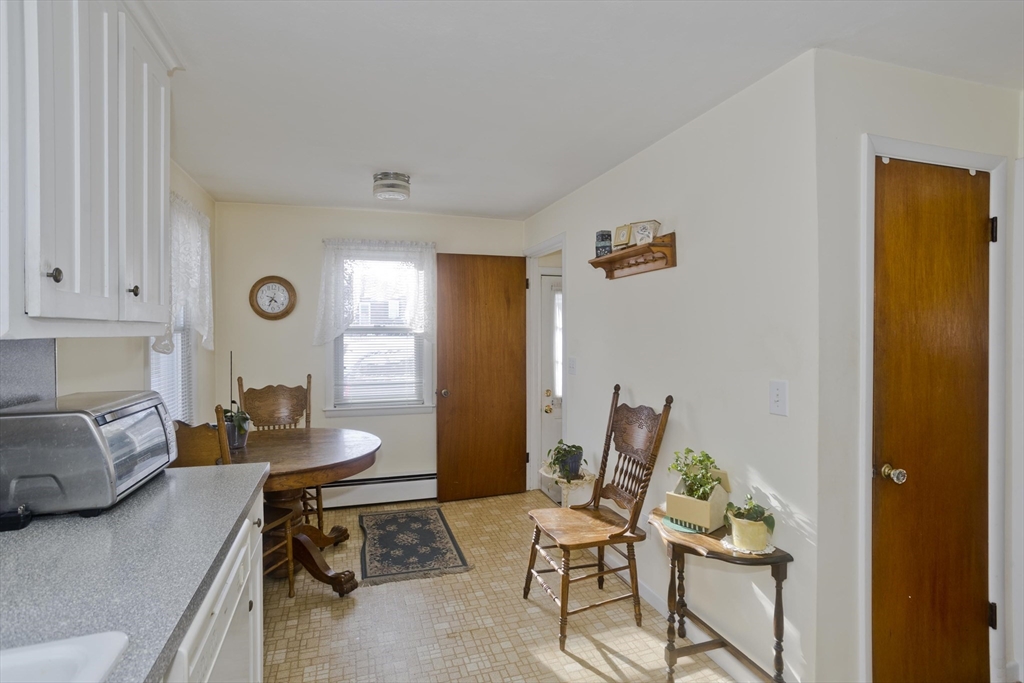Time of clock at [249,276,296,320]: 4:34
